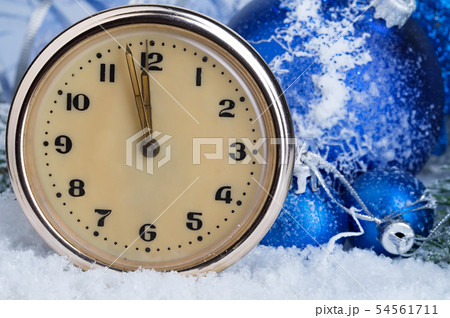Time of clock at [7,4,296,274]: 11:58
